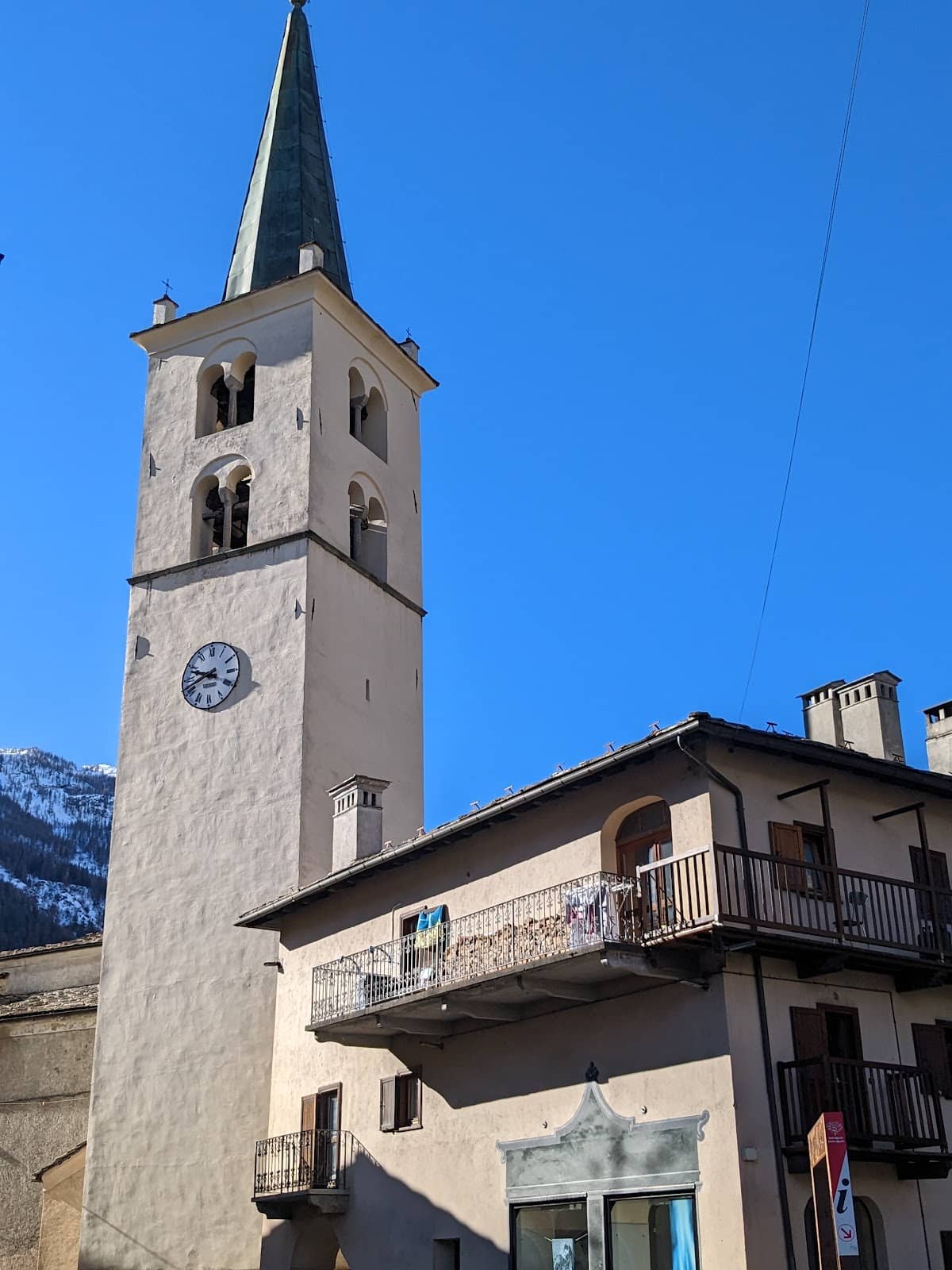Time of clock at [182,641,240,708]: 9:41
